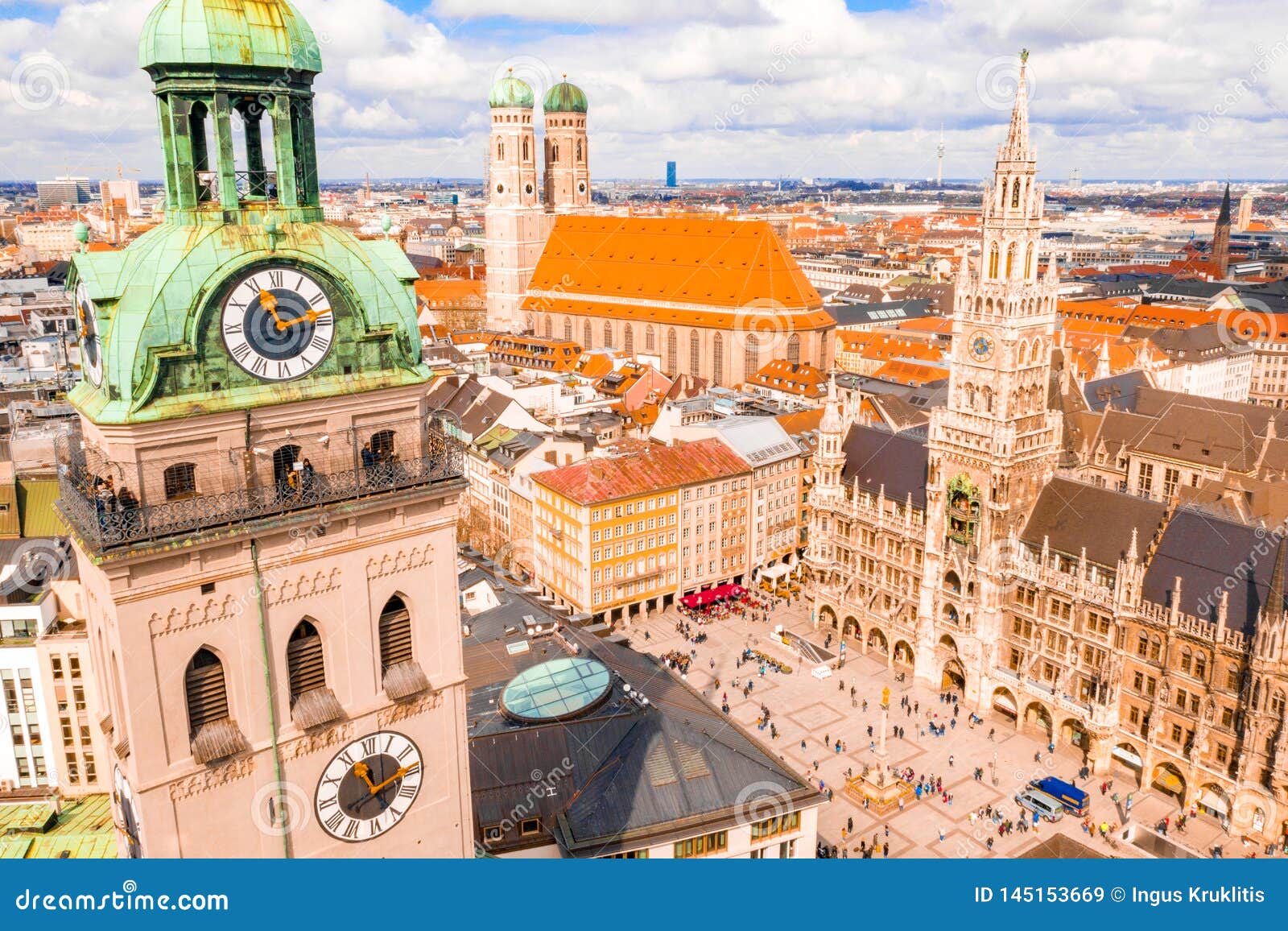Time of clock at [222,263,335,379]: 11:13
